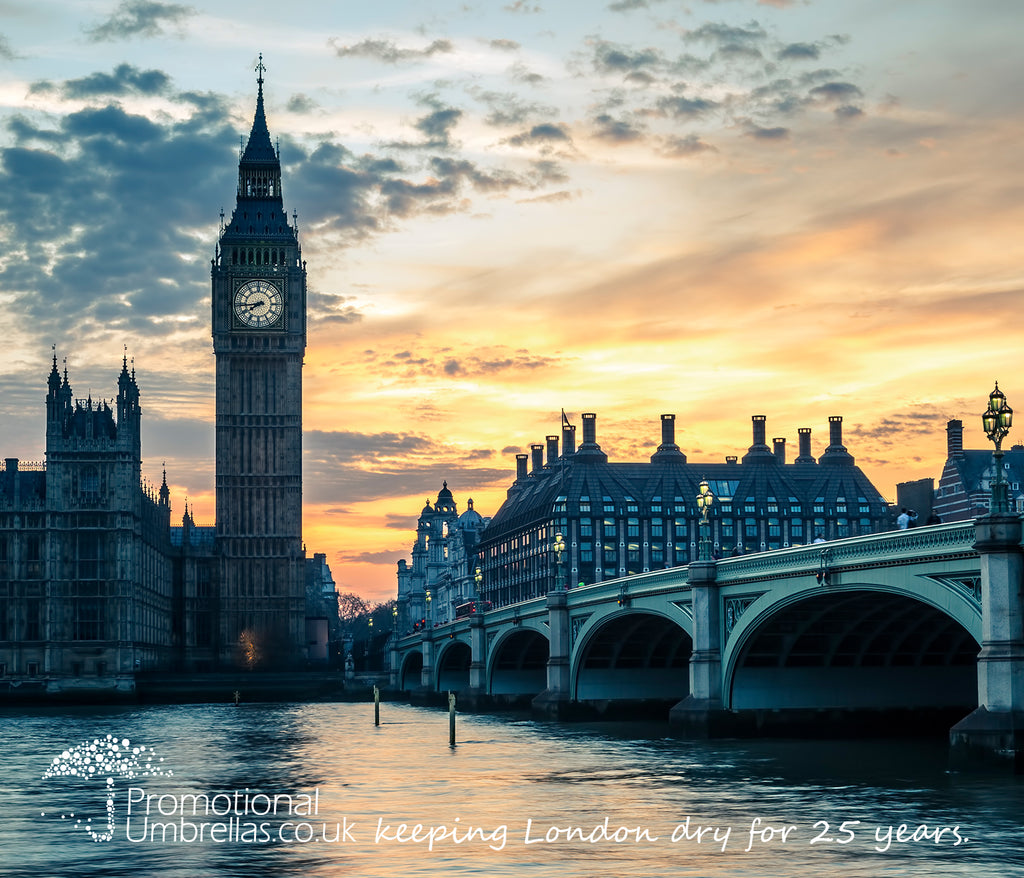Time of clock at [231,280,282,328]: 7:43
